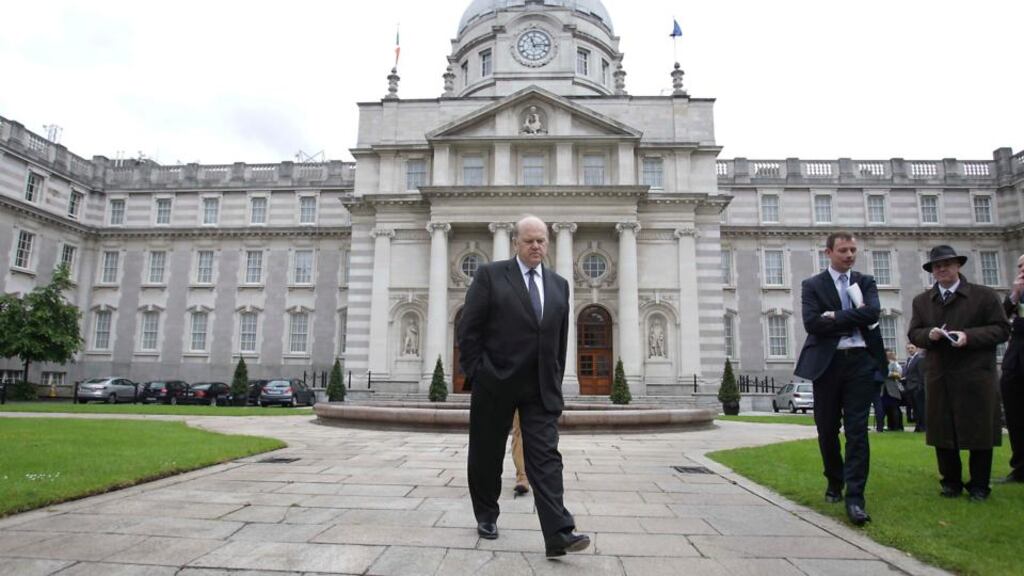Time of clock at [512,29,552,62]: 11:13
